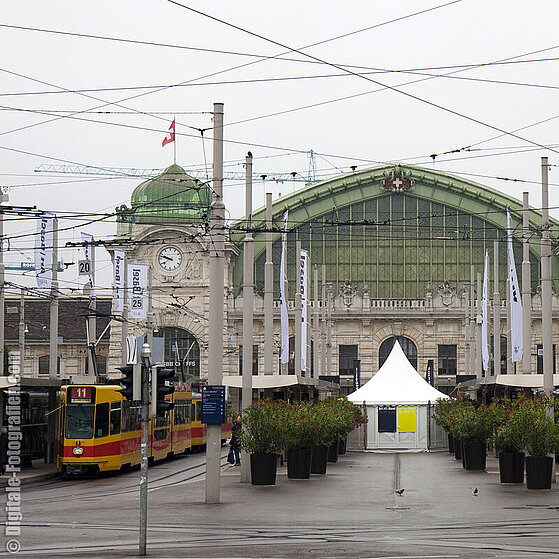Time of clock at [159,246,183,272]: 9:47
